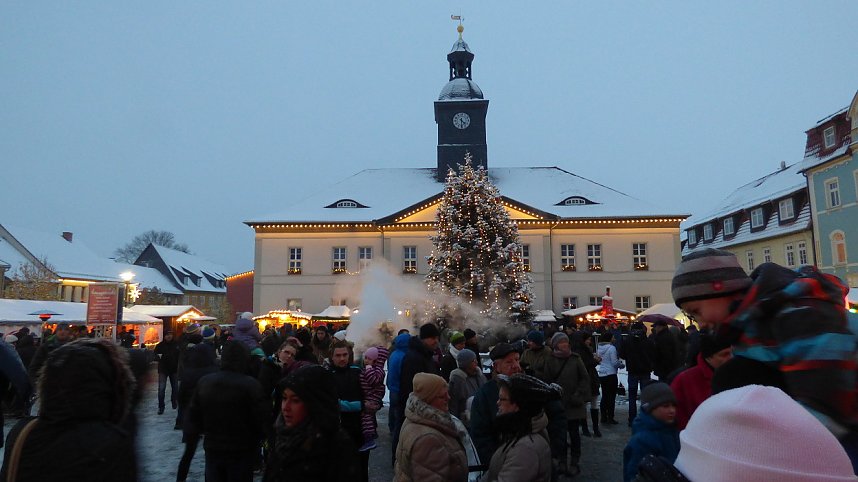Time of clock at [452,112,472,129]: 4:30
